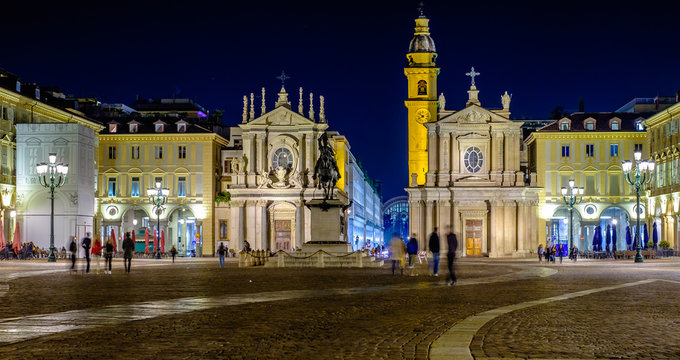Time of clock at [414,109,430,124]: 7:52
